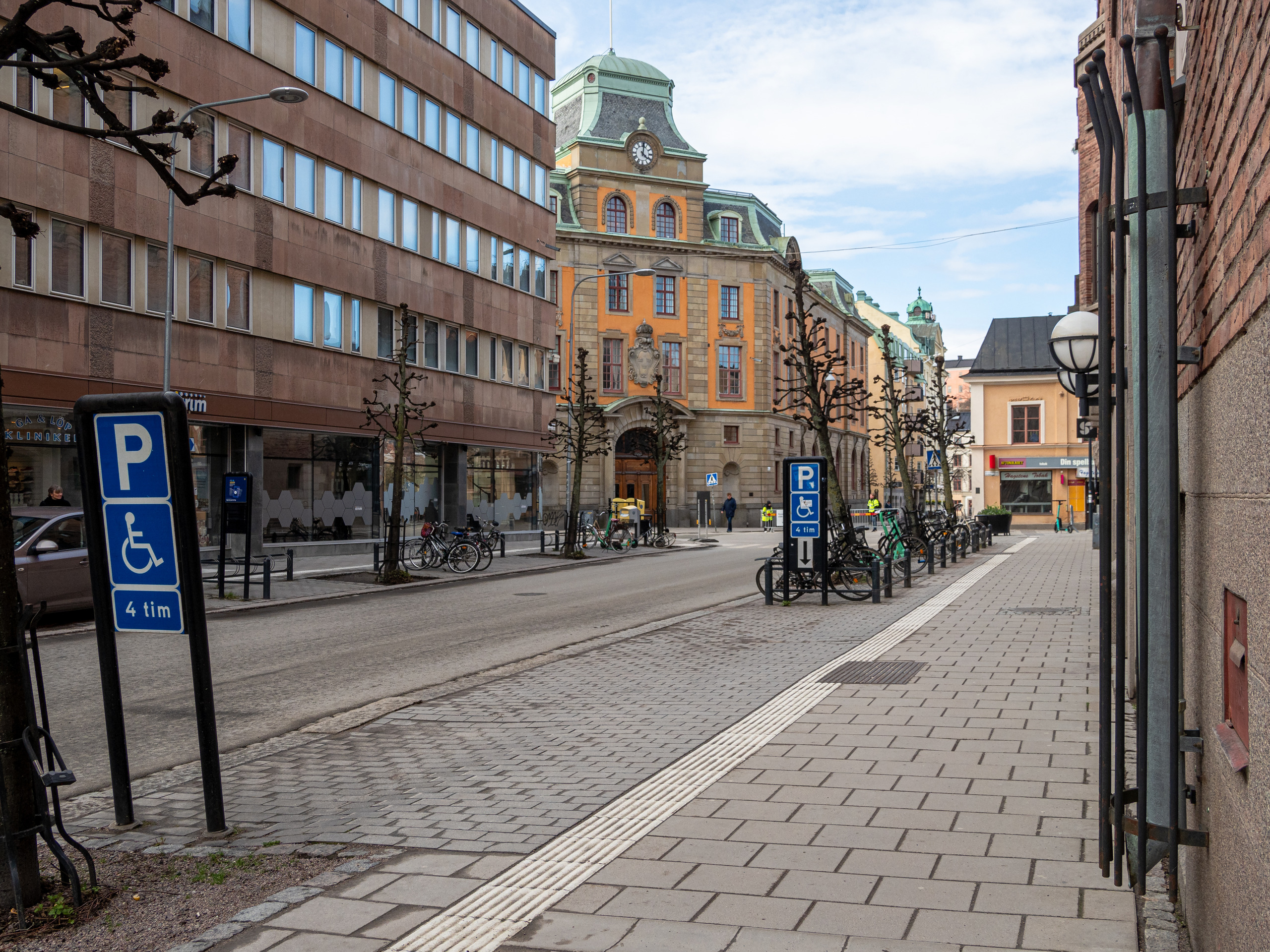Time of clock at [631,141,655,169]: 4:01
